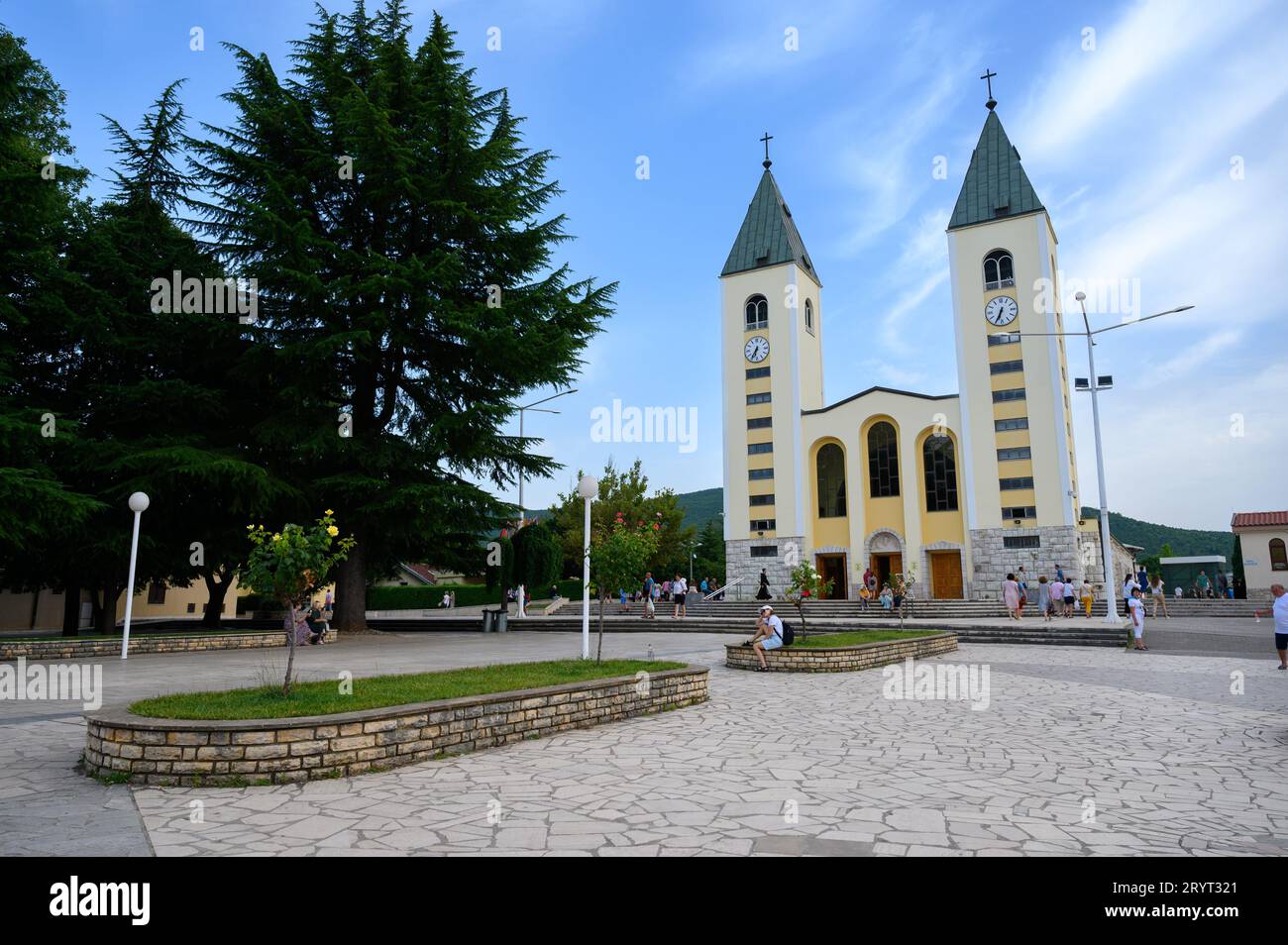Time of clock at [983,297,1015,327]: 6:34
